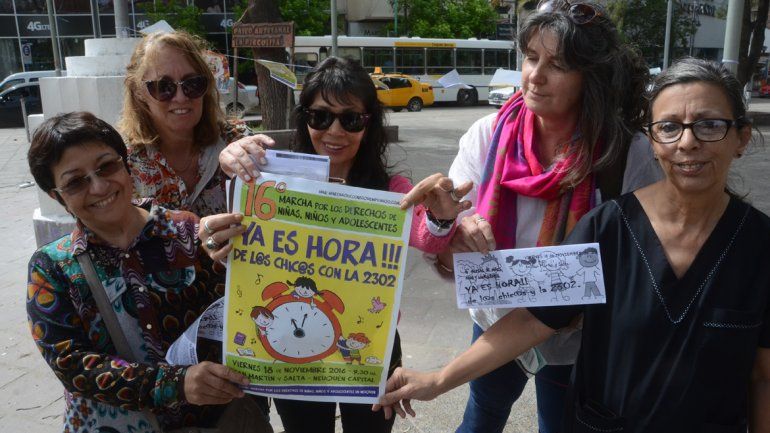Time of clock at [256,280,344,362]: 11:02
